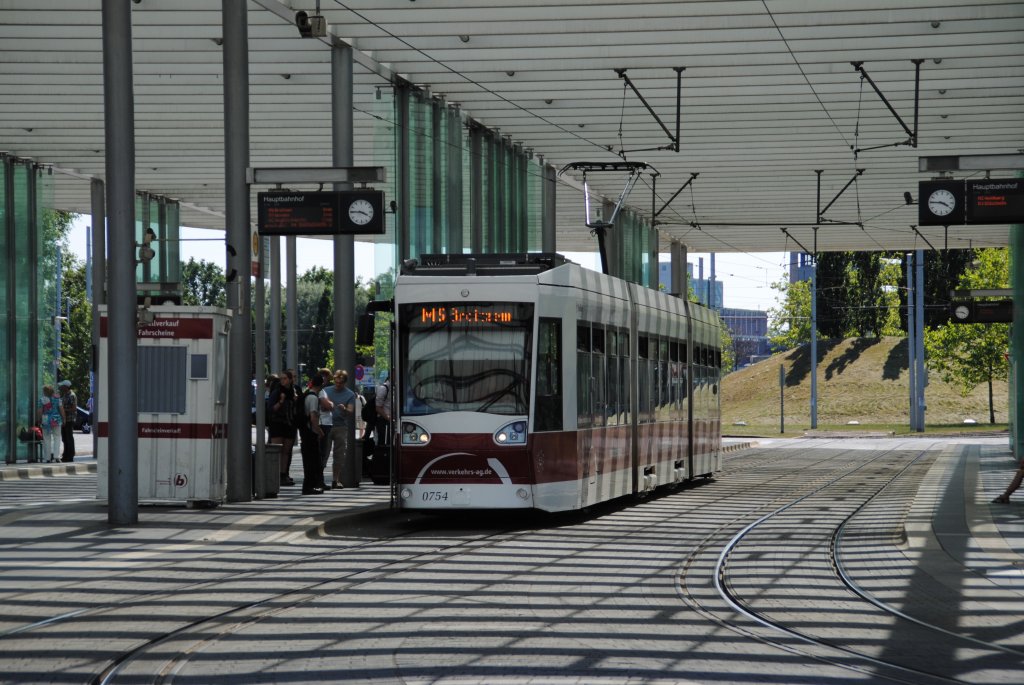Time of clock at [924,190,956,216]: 3:45
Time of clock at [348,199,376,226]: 3:45
